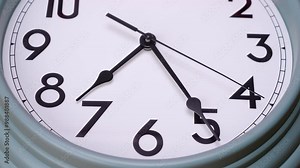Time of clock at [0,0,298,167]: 7:24
